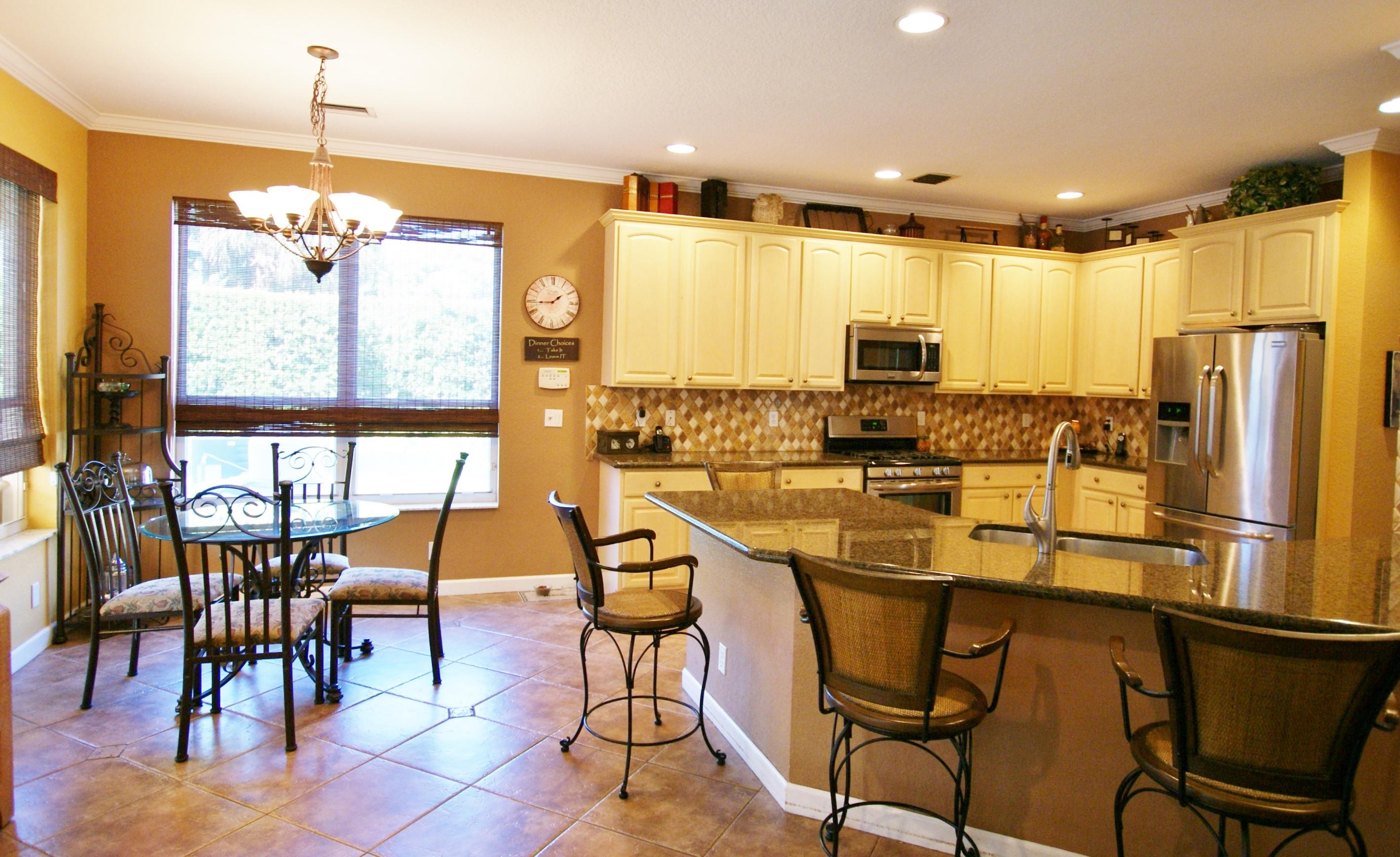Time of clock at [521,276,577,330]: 1:44
